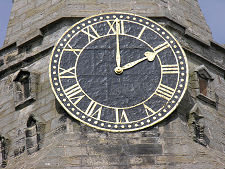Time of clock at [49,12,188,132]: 2:00
